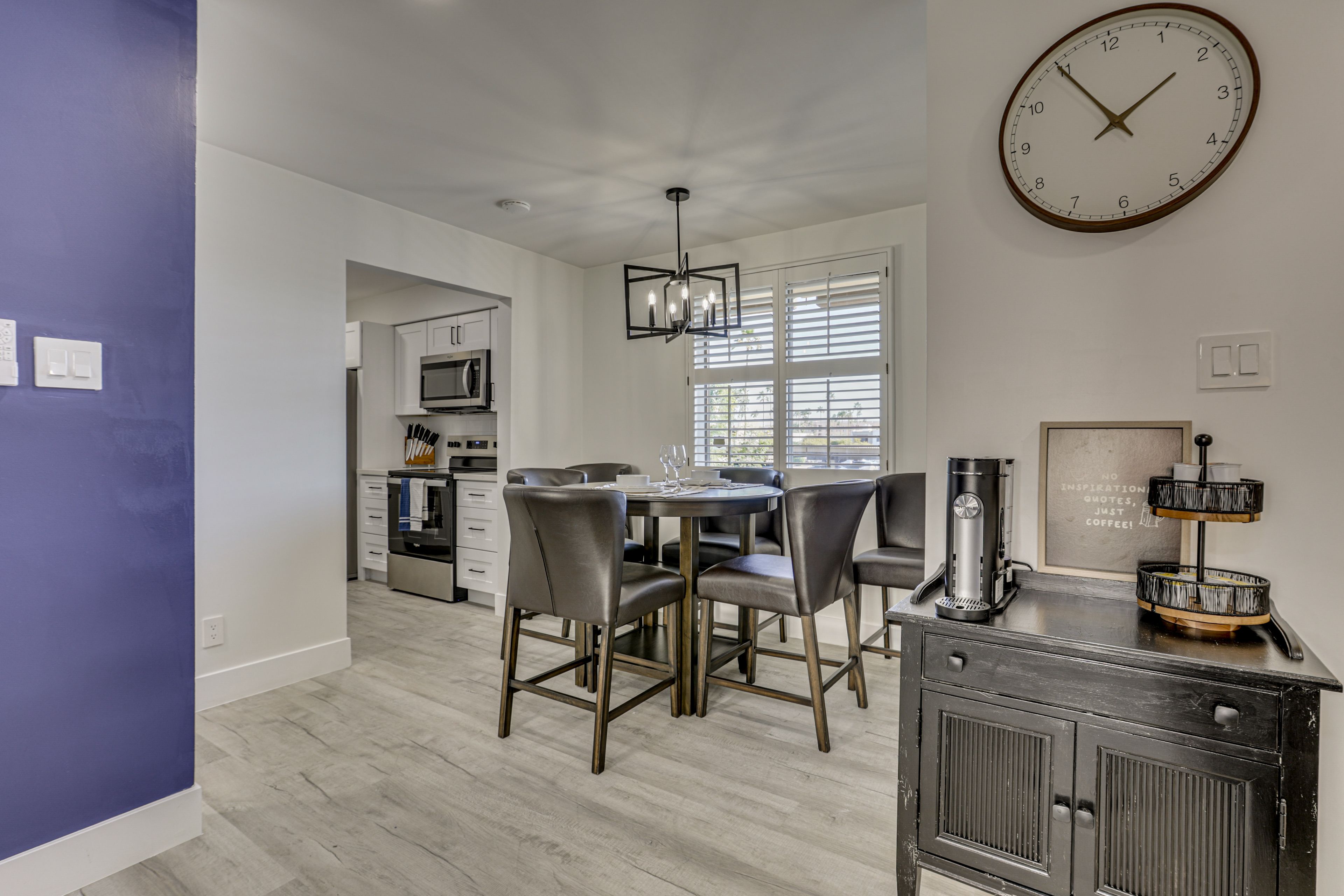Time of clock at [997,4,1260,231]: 1:54
